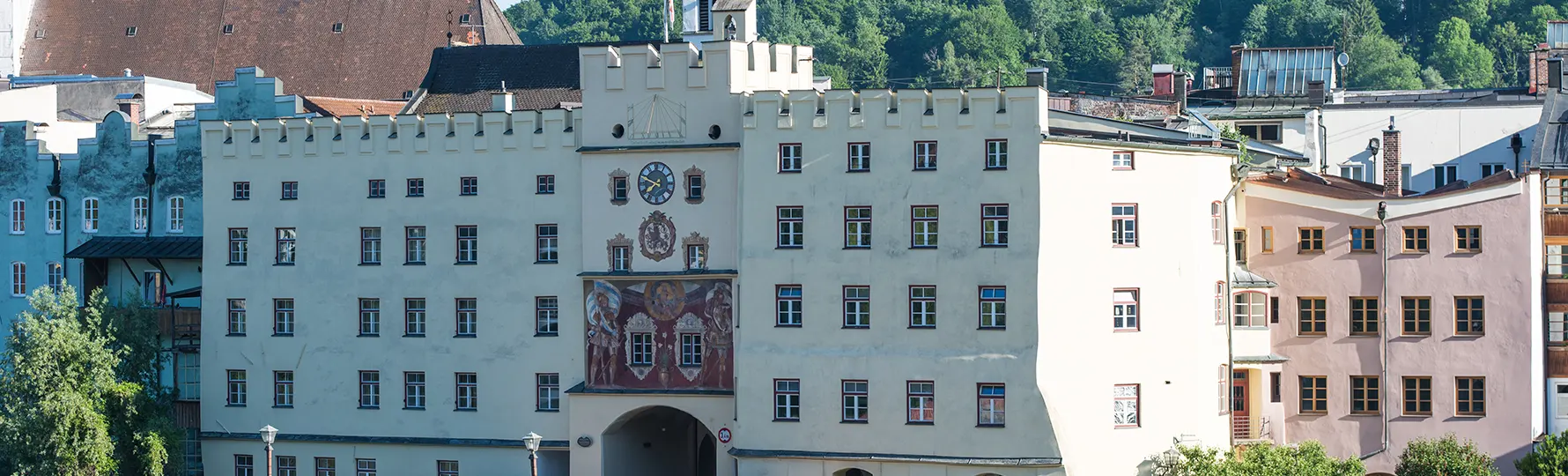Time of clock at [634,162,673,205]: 7:48
